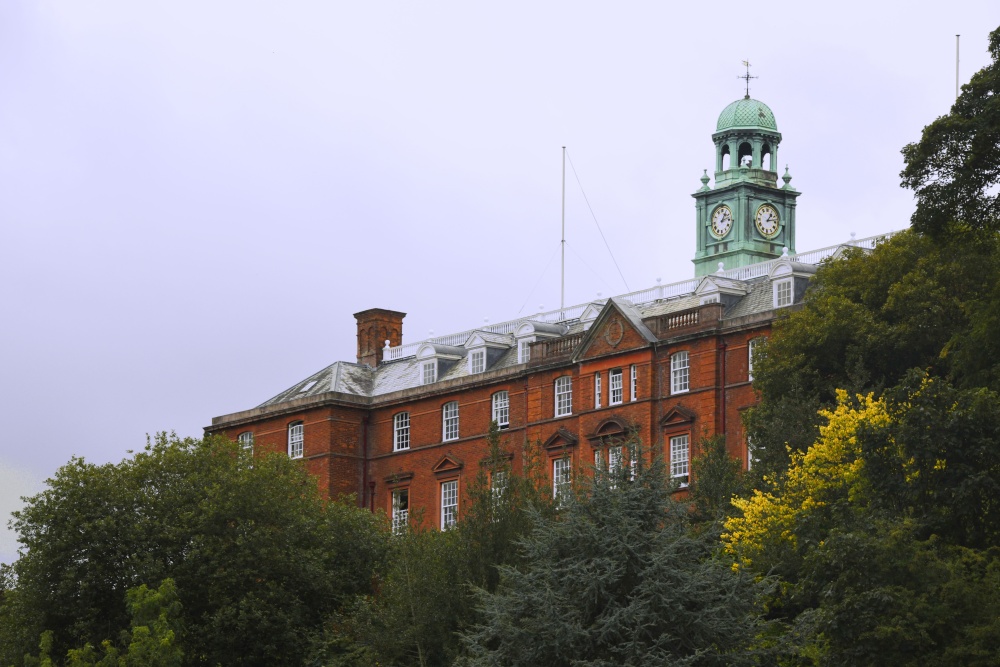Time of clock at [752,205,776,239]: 1:12
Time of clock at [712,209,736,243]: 1:12
